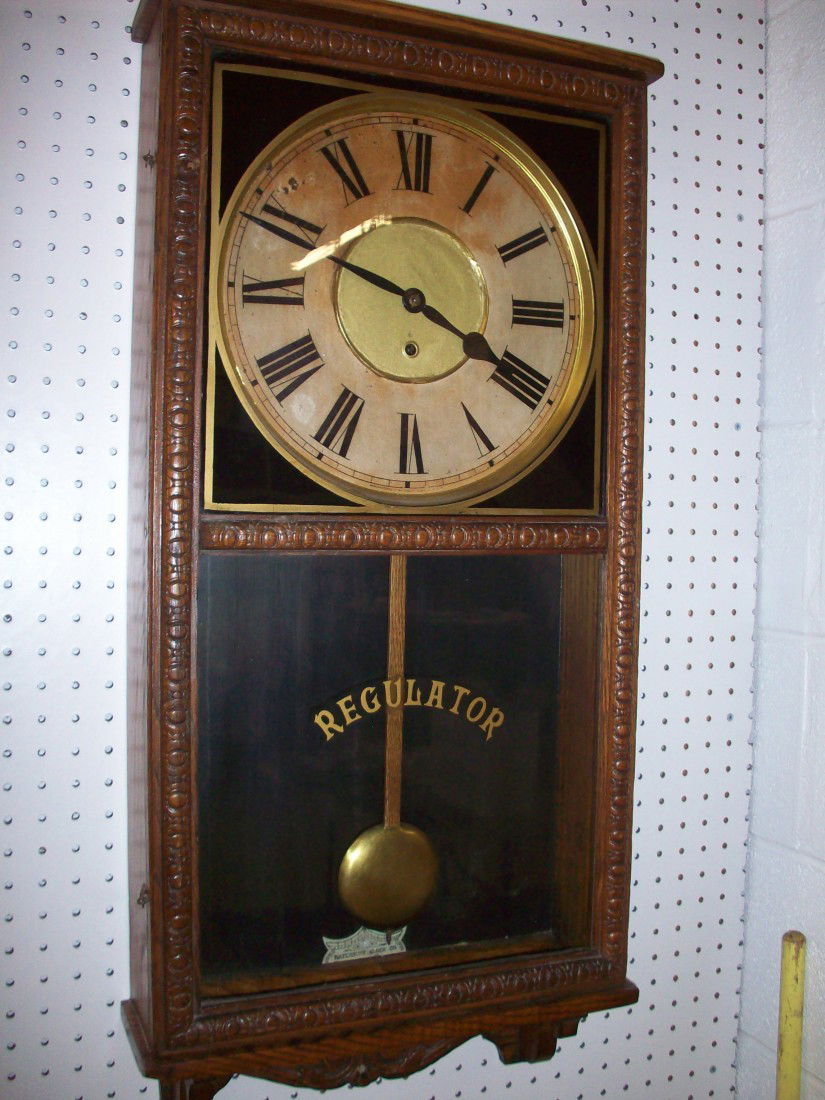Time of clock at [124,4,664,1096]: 3:48
